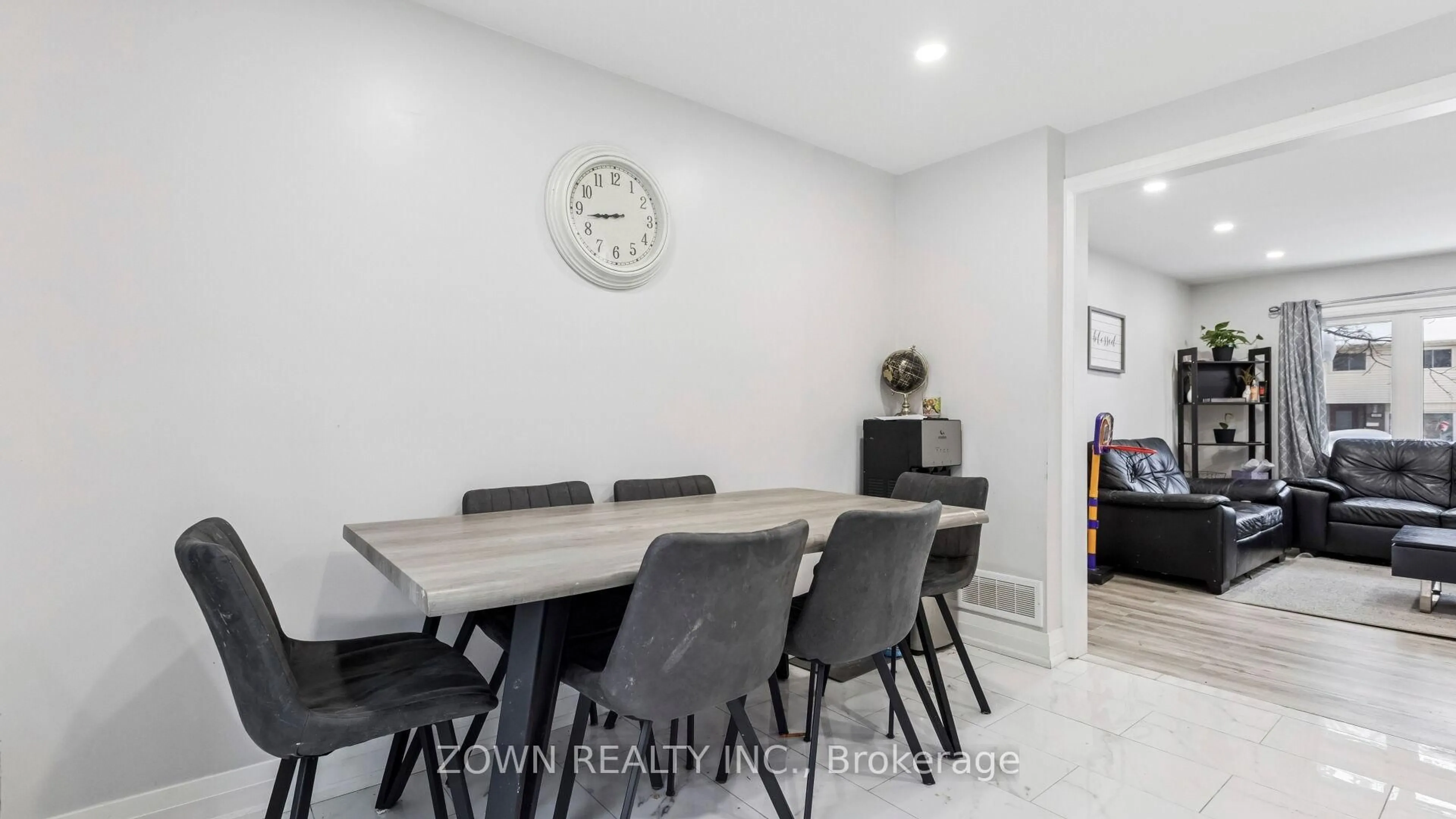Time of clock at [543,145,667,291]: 8:43
